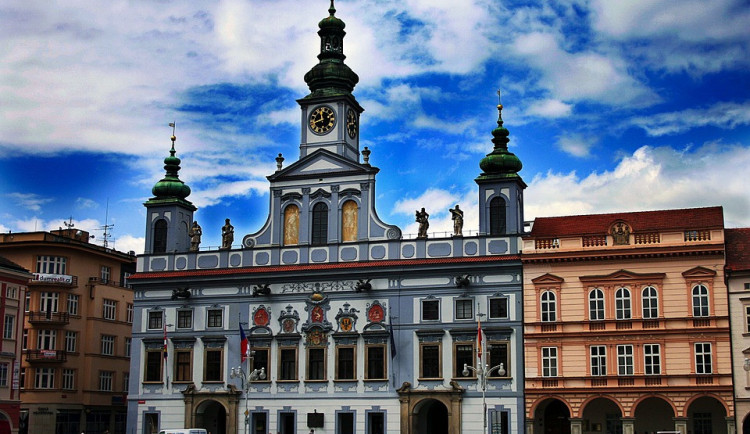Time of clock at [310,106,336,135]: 11:42
